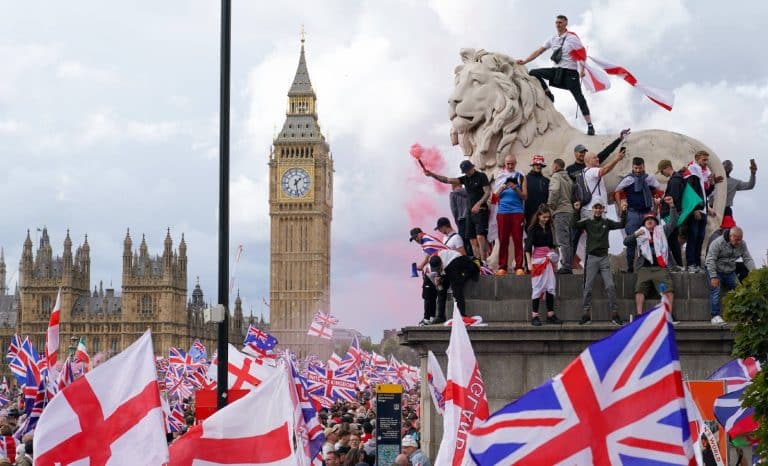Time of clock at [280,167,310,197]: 1:28
